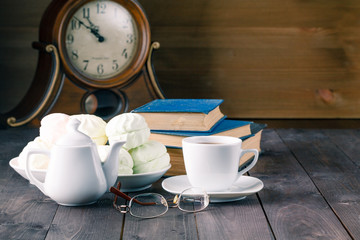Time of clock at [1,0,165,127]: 10:51
